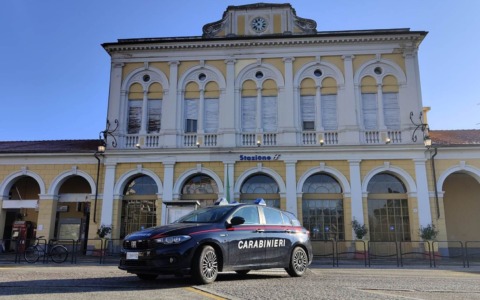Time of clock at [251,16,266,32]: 10:38
